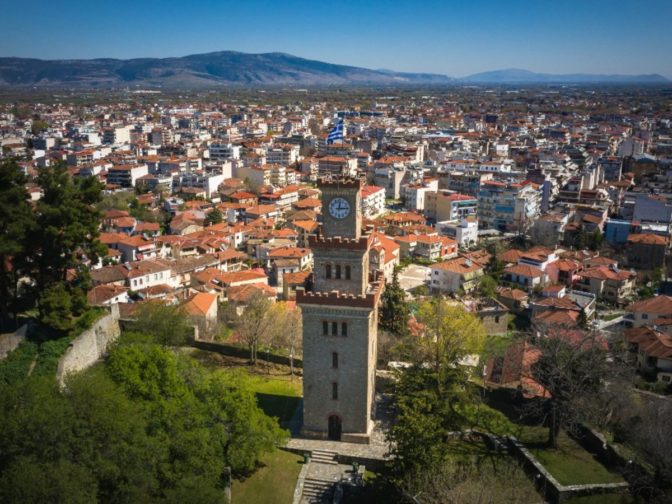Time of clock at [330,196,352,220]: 12:14
